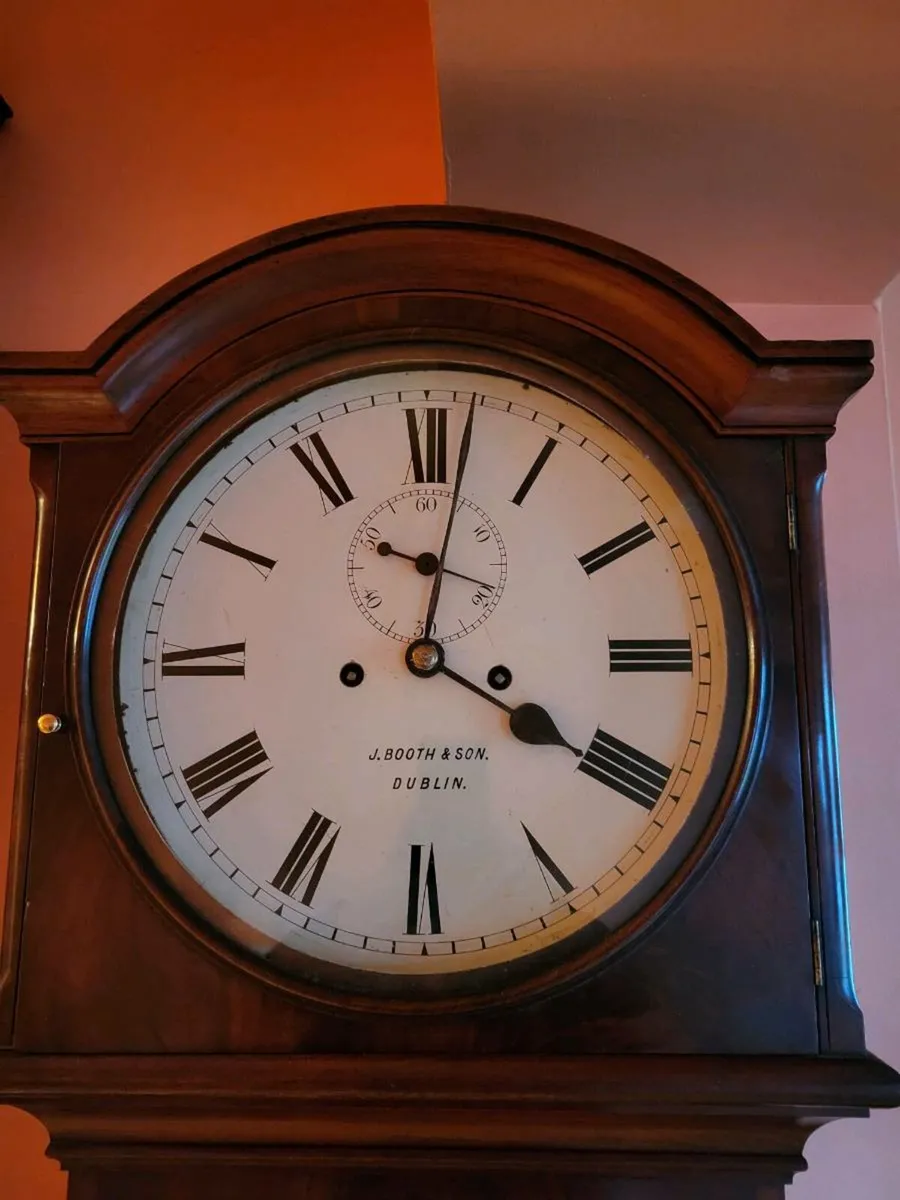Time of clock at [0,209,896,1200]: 4:01
